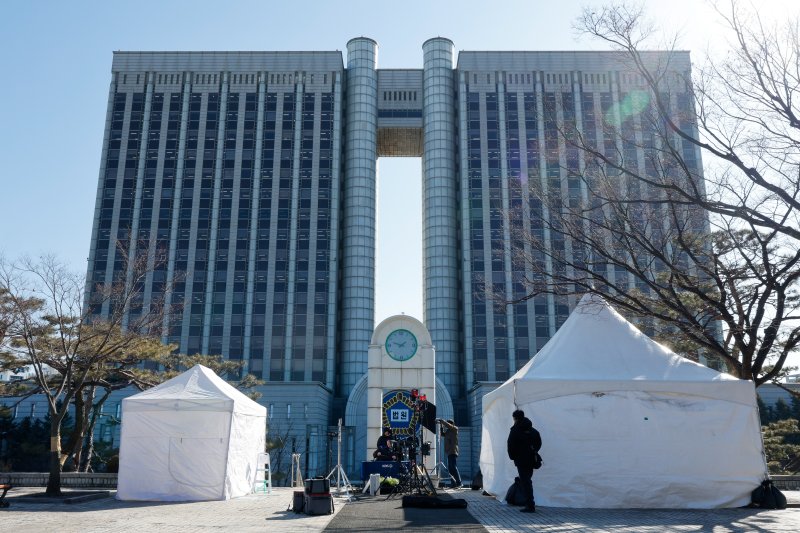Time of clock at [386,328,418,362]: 1:47
